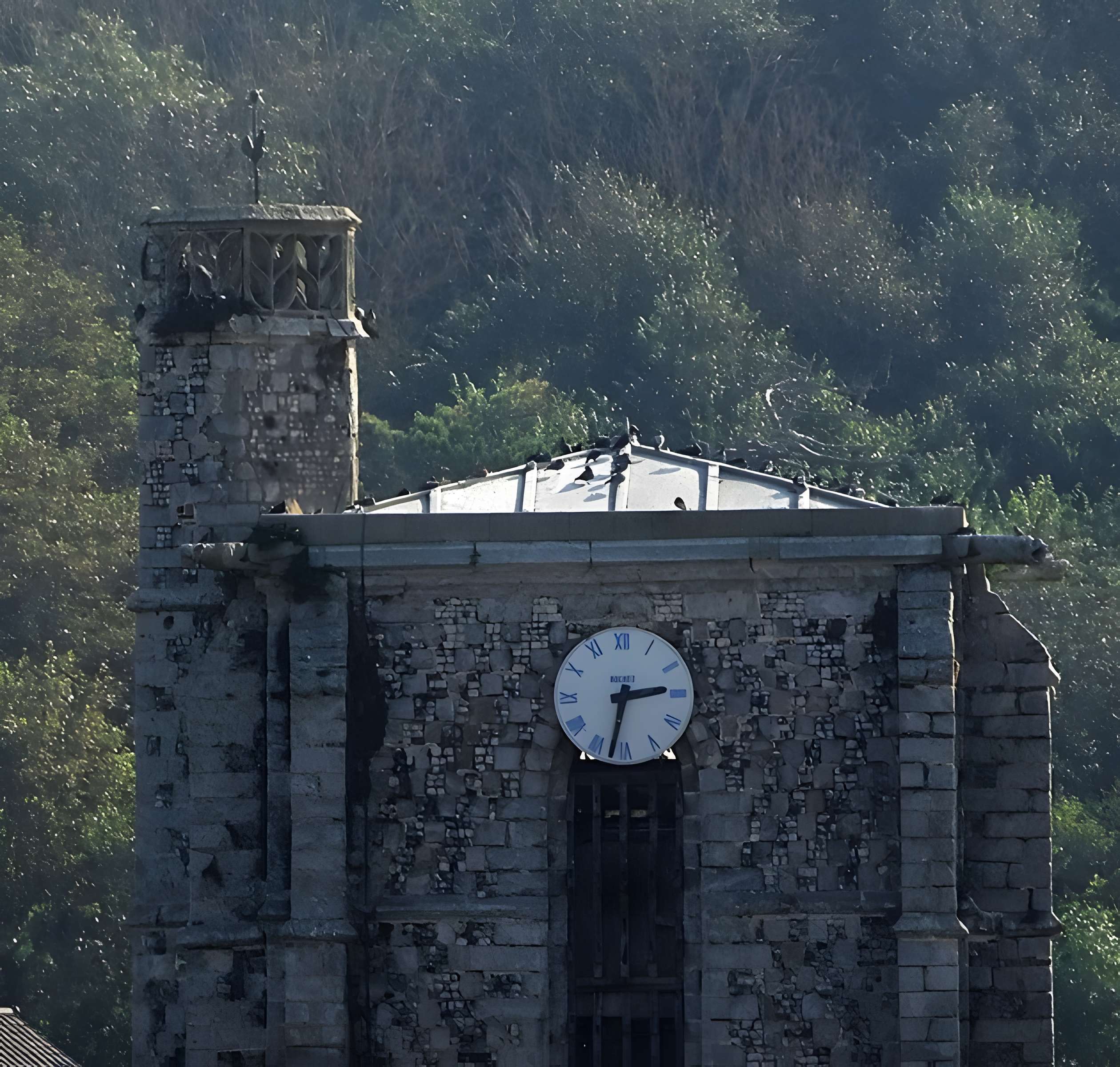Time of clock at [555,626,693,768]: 2:32
